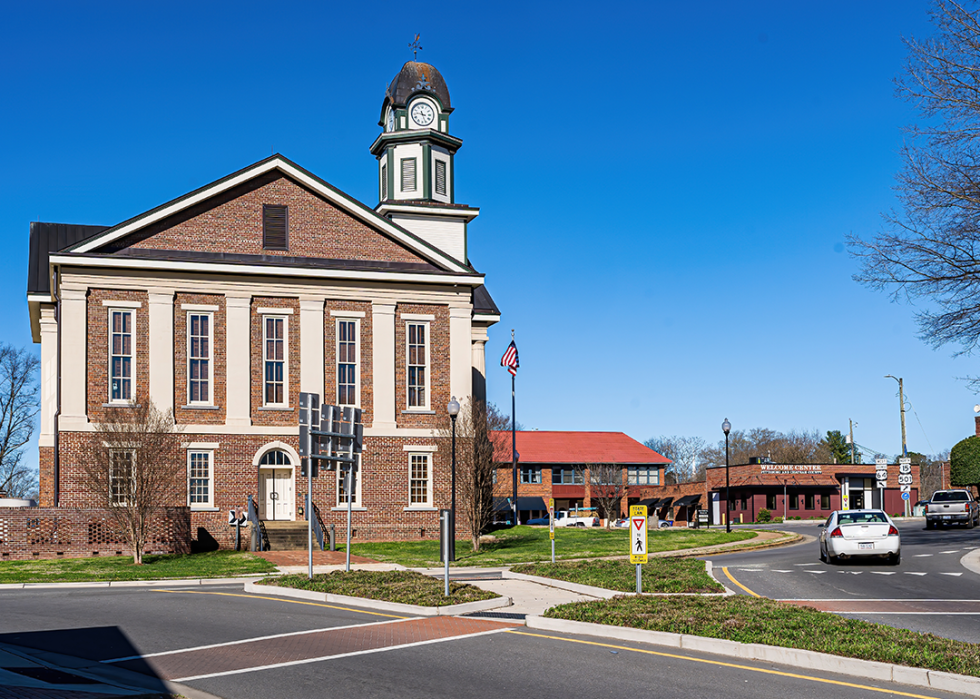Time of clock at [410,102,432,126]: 3:26
